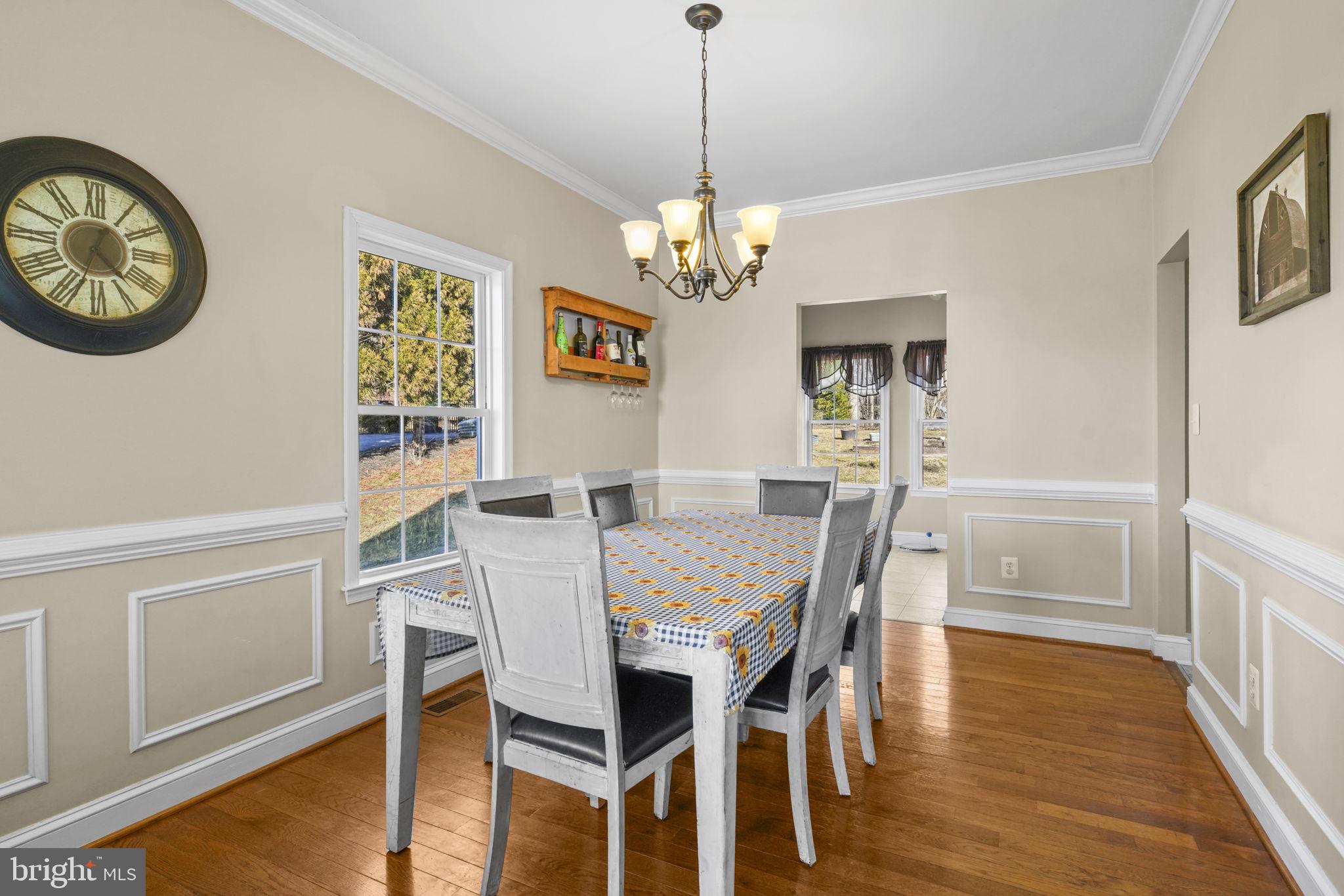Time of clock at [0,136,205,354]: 4:33
